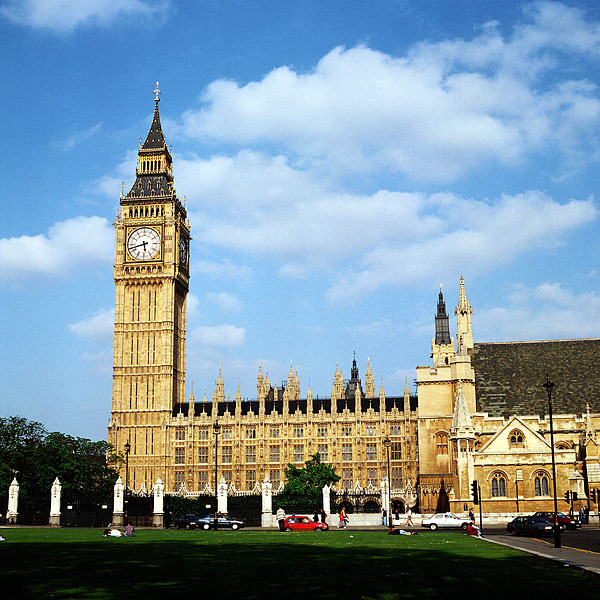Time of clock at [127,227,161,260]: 5:42
